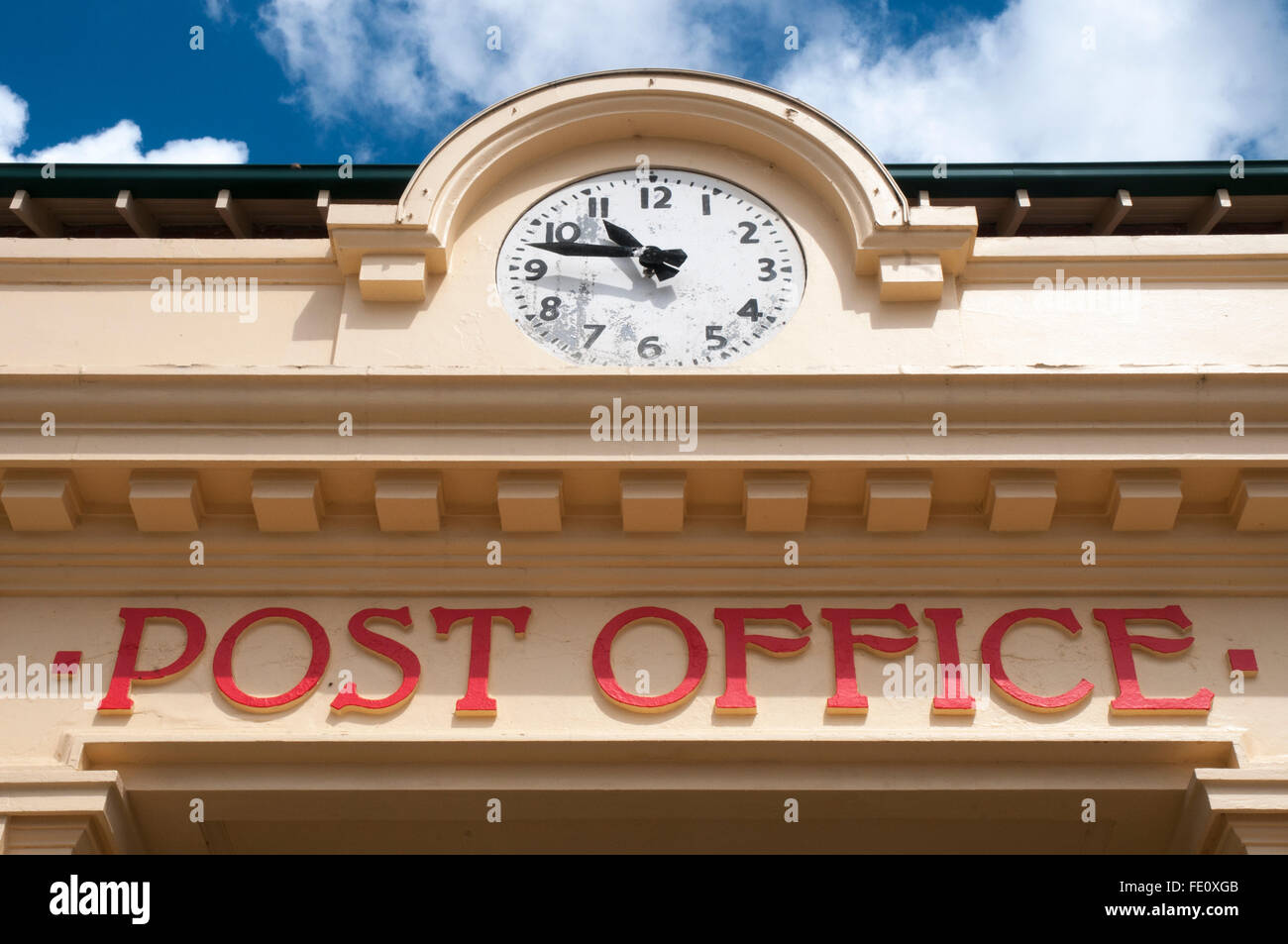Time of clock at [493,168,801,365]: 10:47
